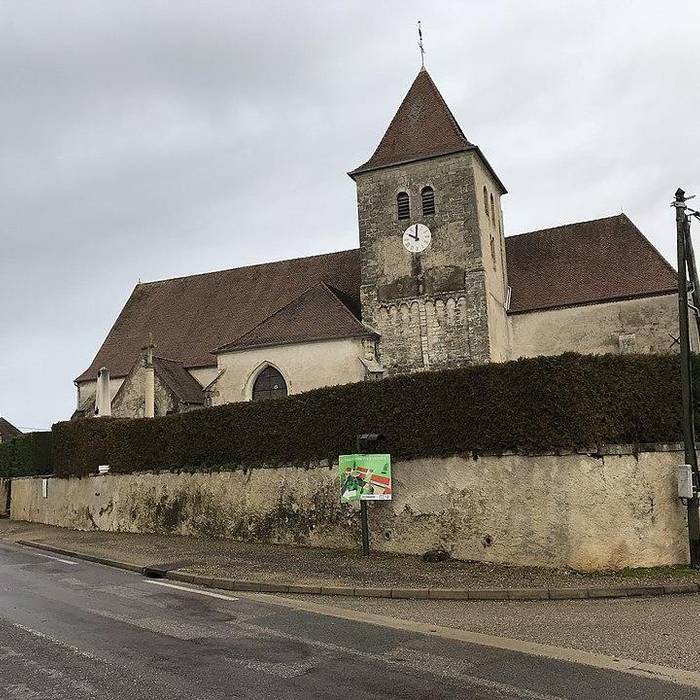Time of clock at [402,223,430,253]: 10:00
